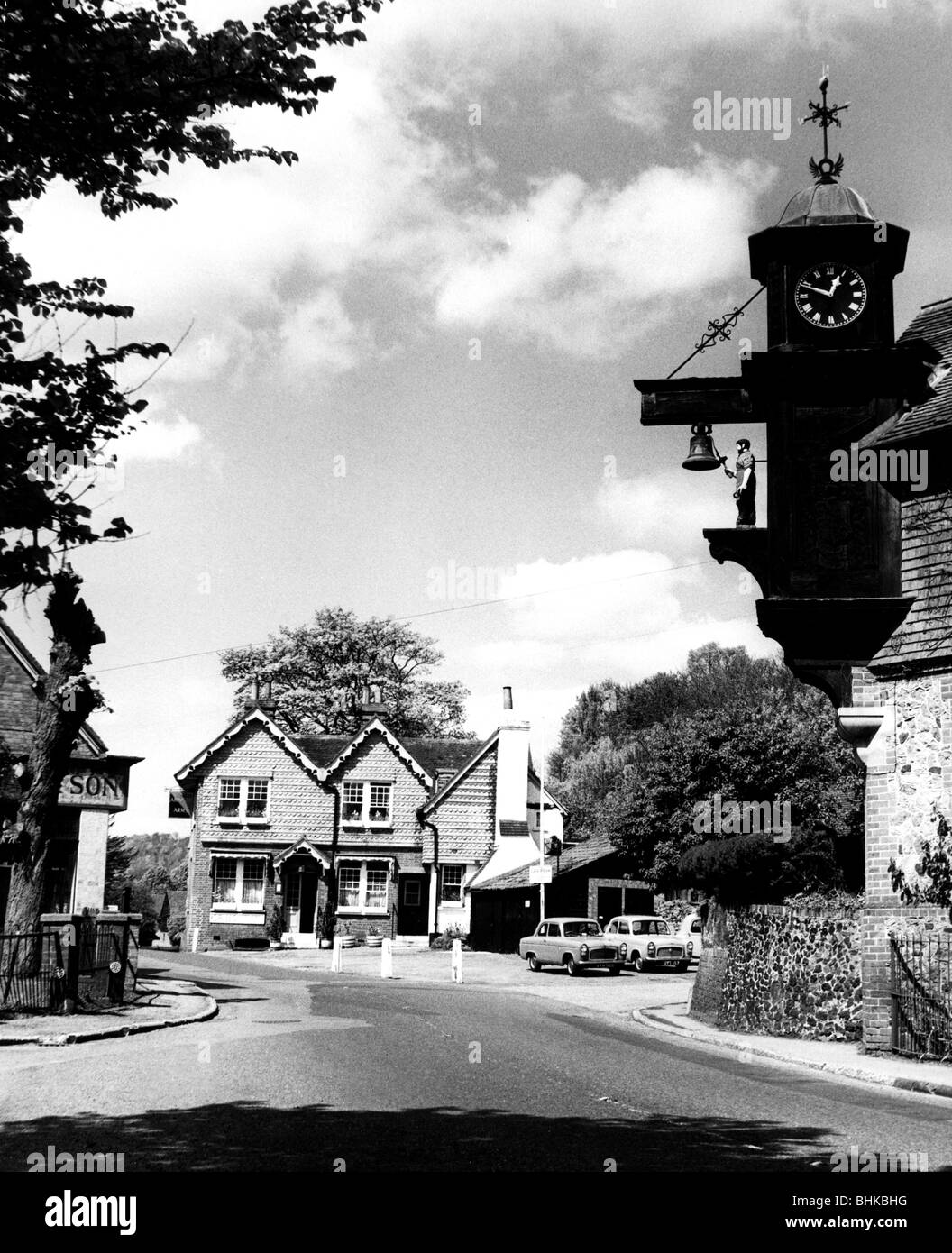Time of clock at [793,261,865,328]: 12:48
